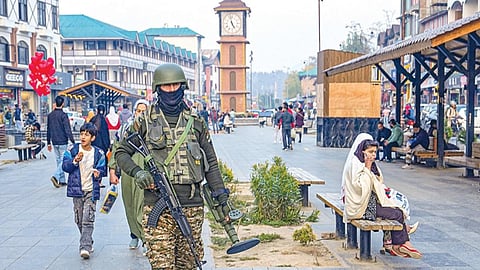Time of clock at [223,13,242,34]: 4:57
